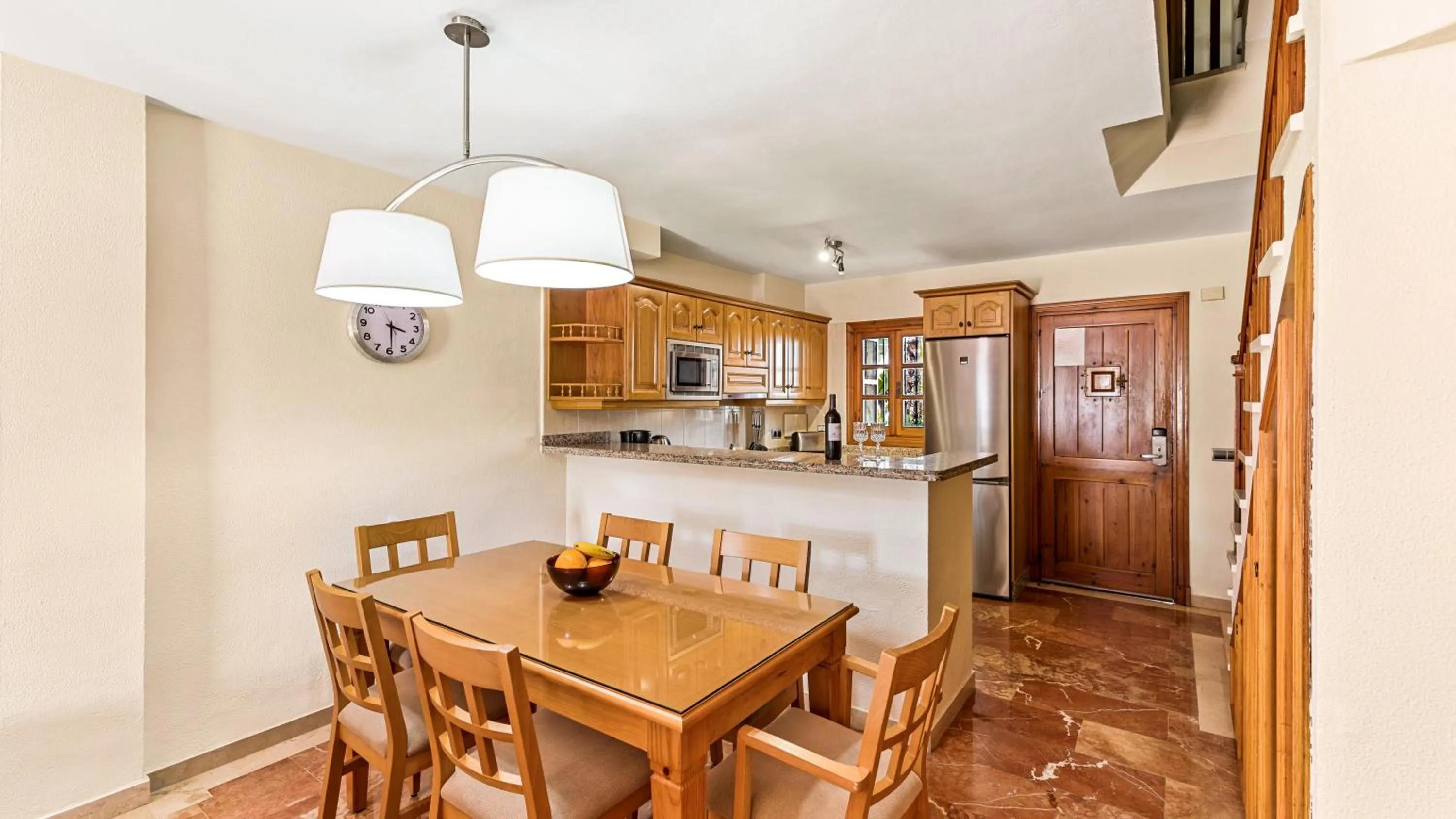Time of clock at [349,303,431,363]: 3:29
